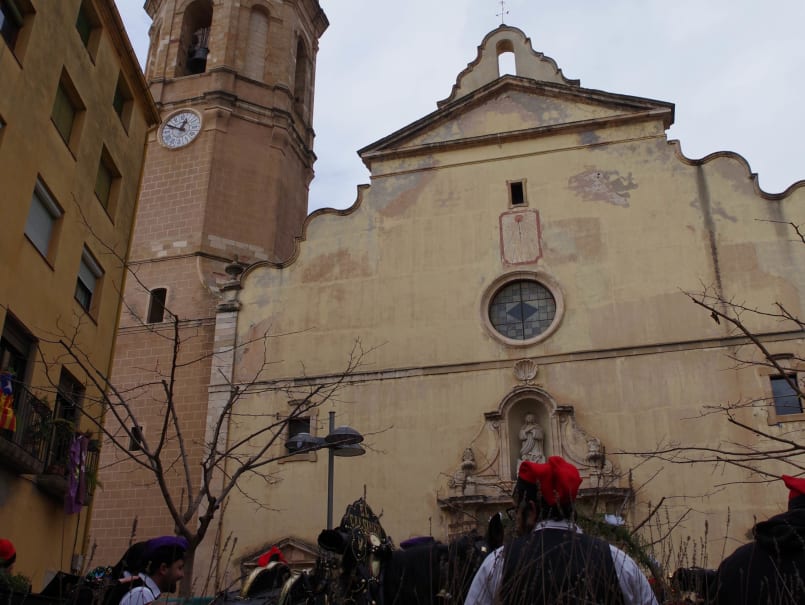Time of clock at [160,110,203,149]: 12:49
